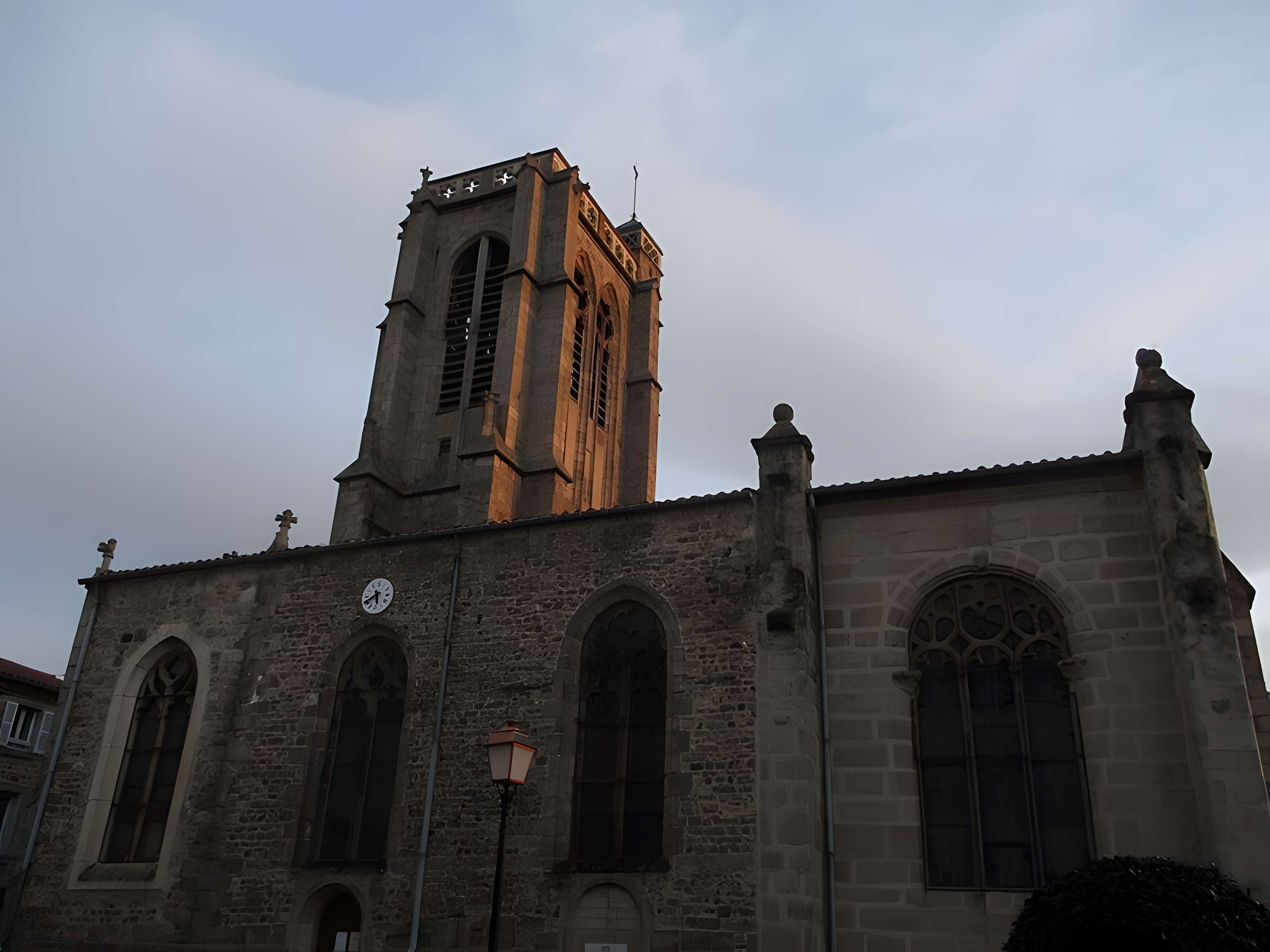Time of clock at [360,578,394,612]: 5:40
